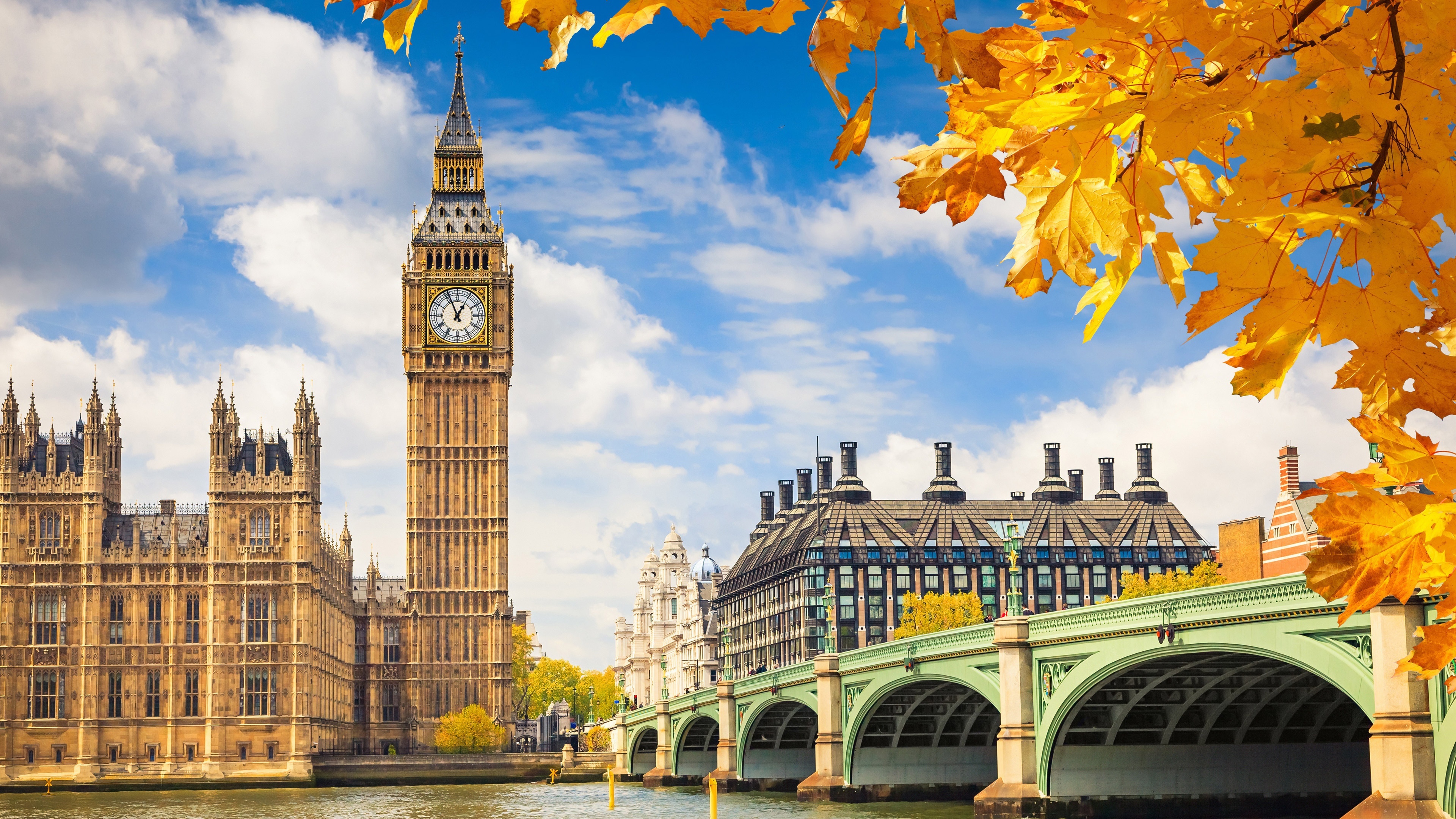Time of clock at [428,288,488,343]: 12:56
